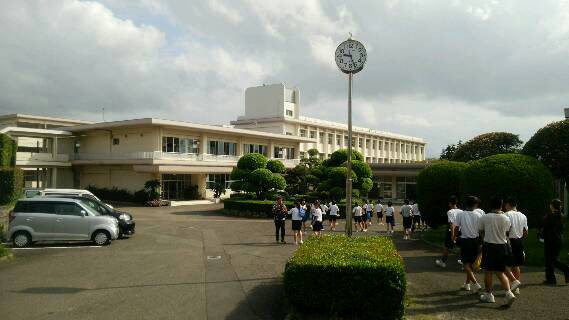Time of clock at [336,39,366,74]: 9:26
